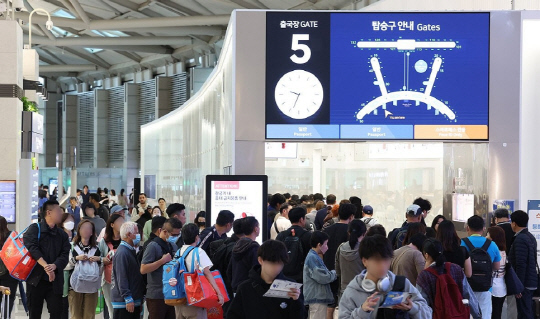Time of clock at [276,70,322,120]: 9:33
